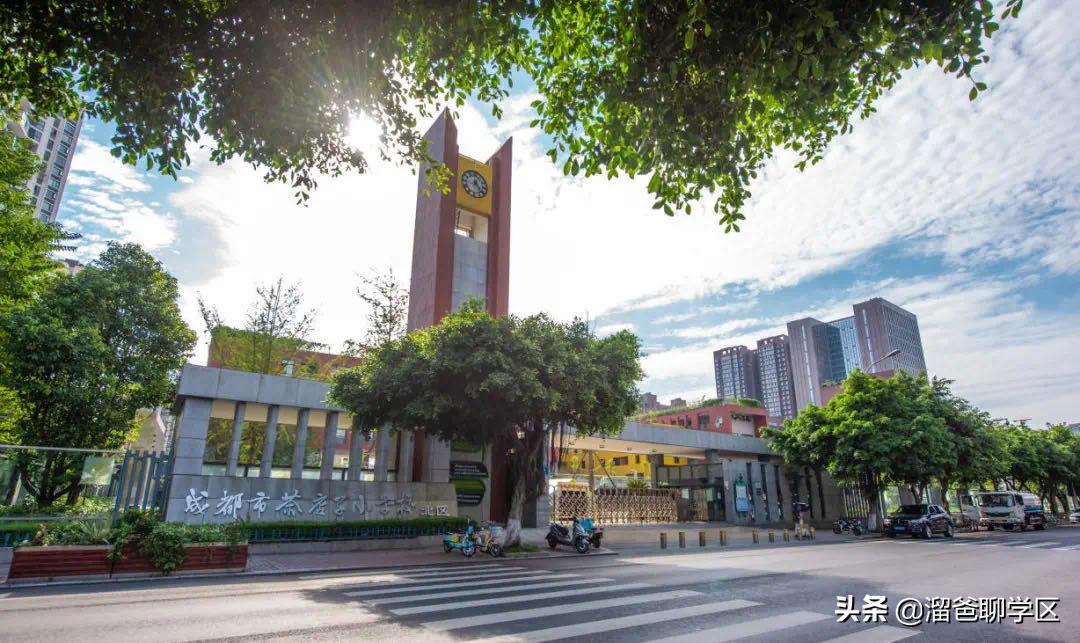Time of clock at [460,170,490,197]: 12:23
